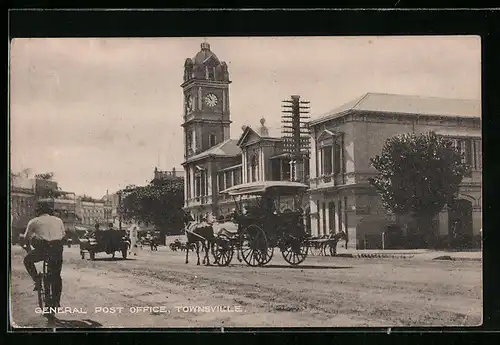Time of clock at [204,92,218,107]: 10:51
